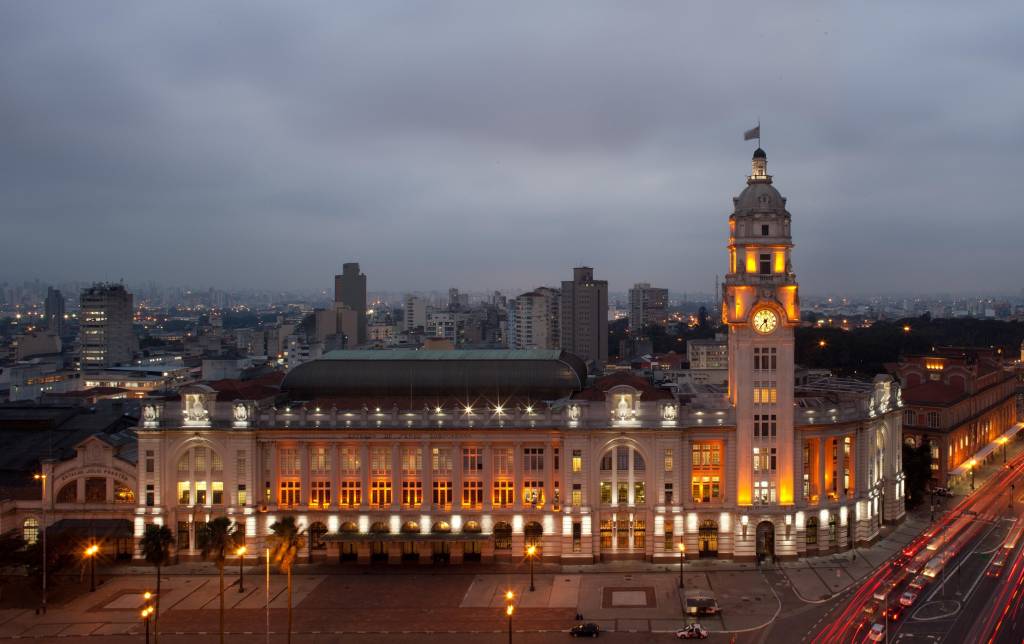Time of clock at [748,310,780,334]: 5:36
